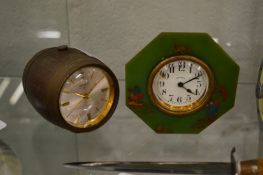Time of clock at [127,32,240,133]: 4:10
